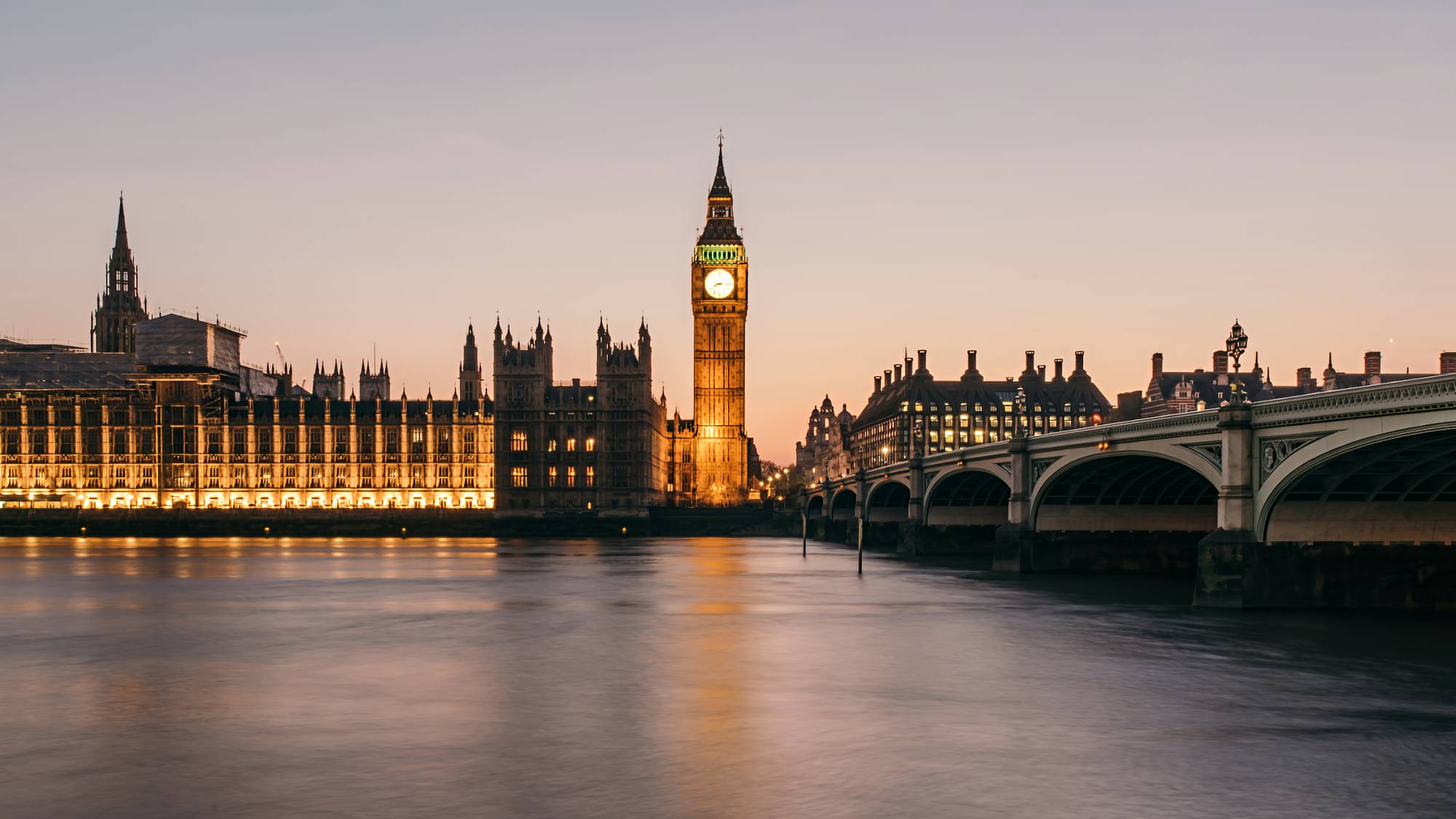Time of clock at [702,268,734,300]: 8:15
